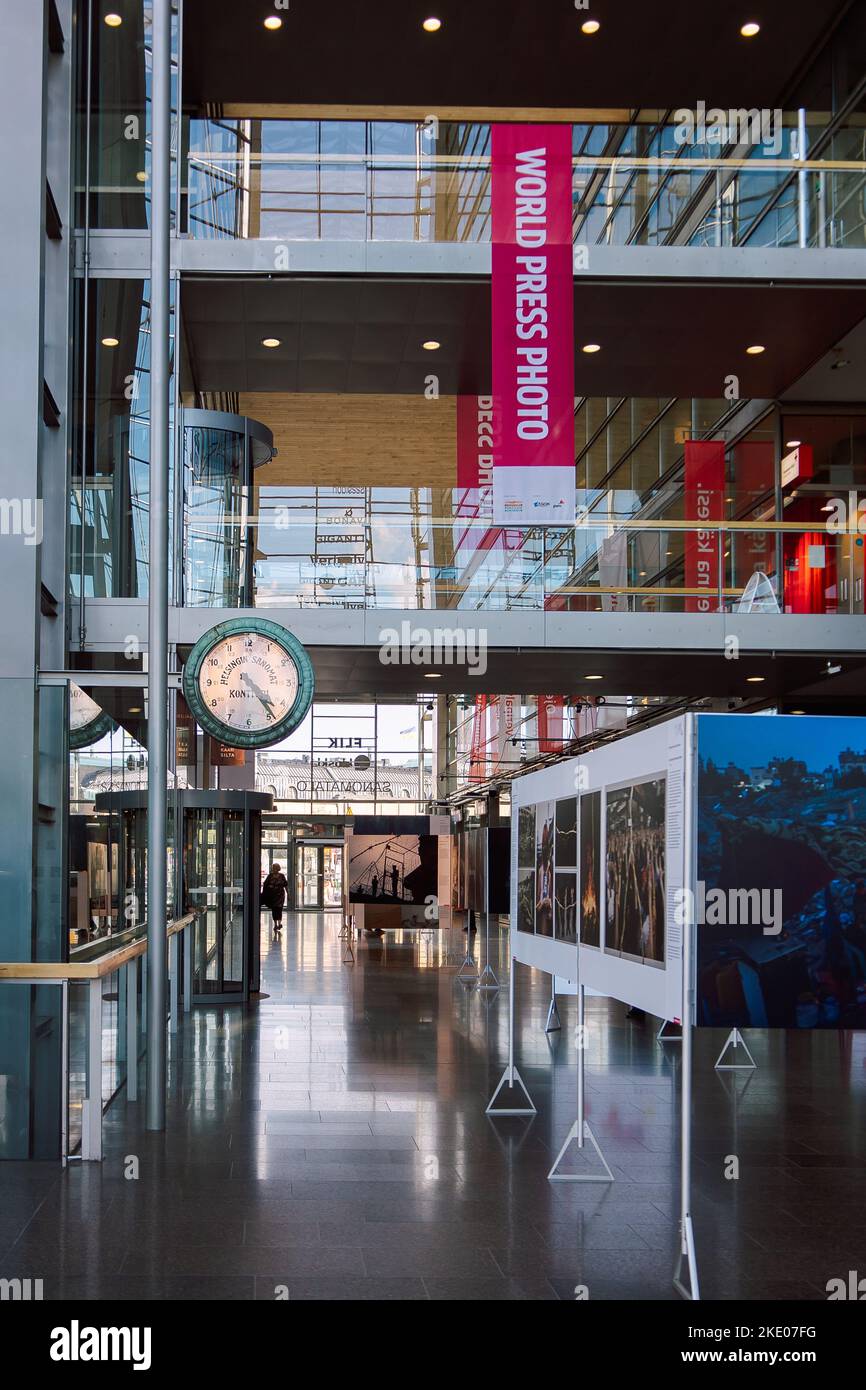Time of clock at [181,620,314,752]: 4:23
